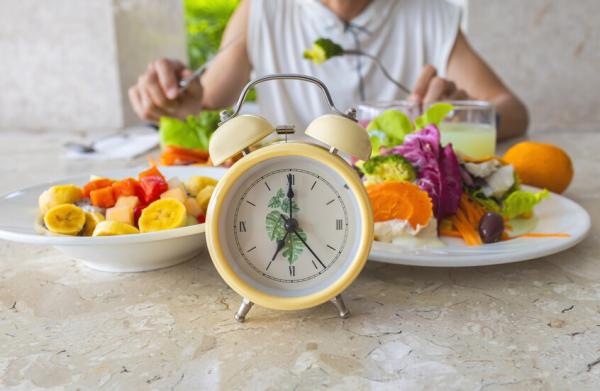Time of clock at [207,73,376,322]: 7:00
